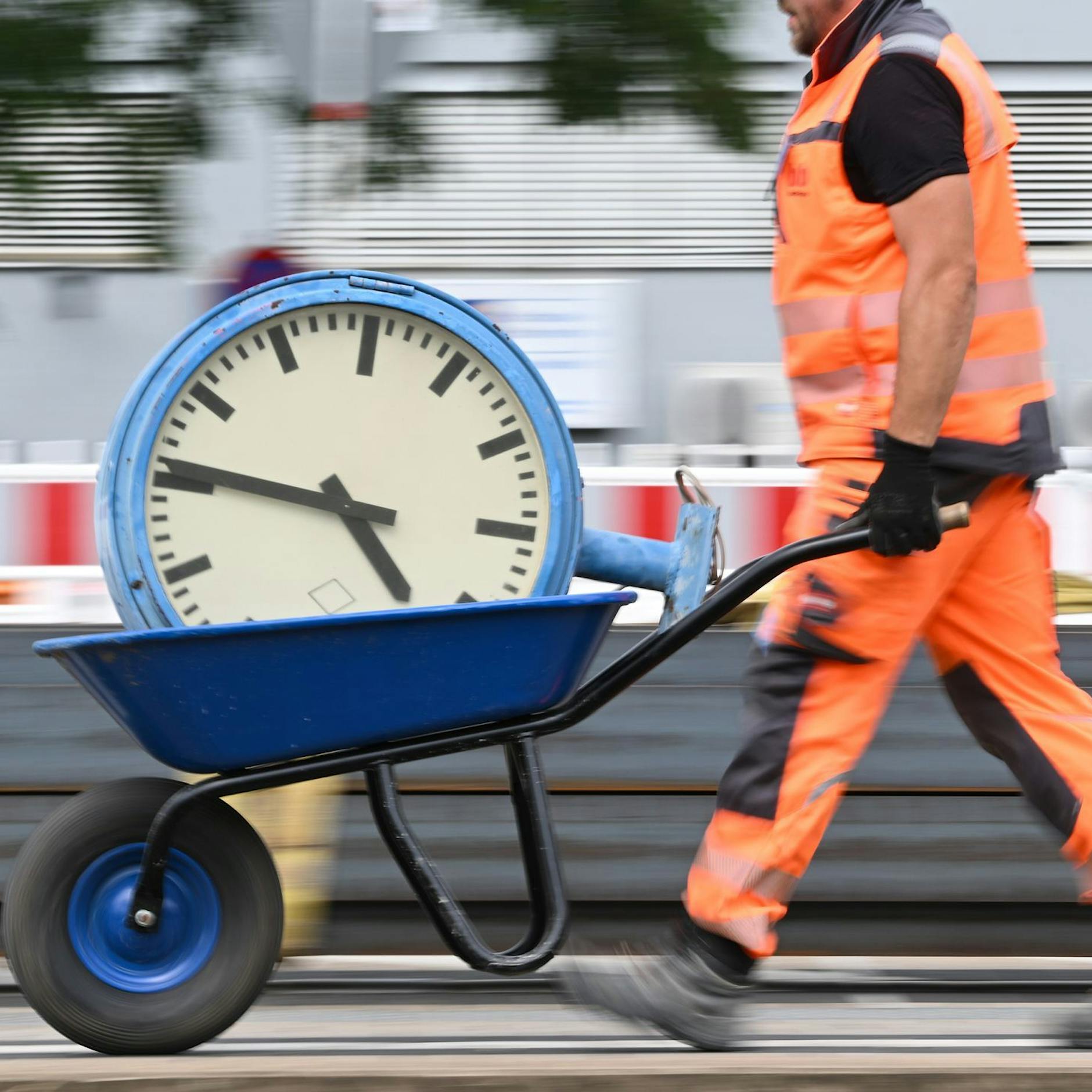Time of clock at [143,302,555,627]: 4:46
